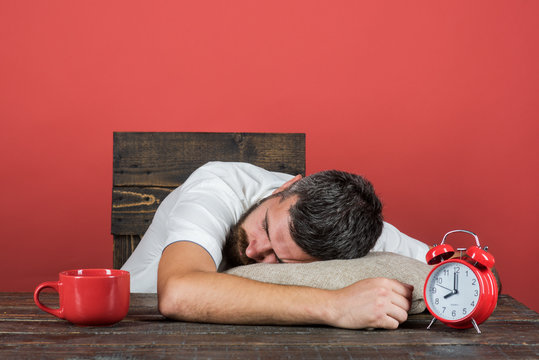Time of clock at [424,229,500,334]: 7:59
